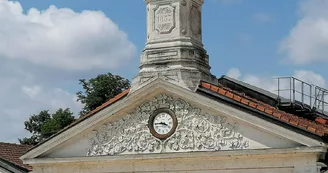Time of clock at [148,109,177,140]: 3:44
